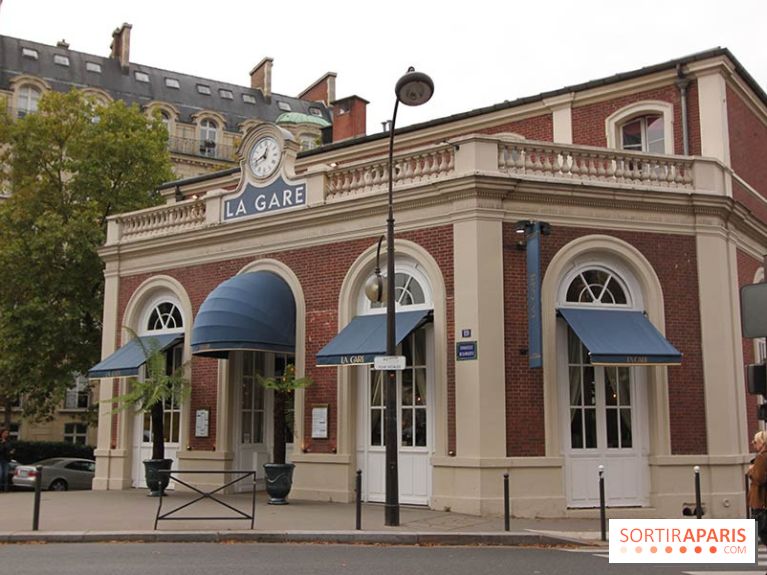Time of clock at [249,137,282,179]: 12:41
